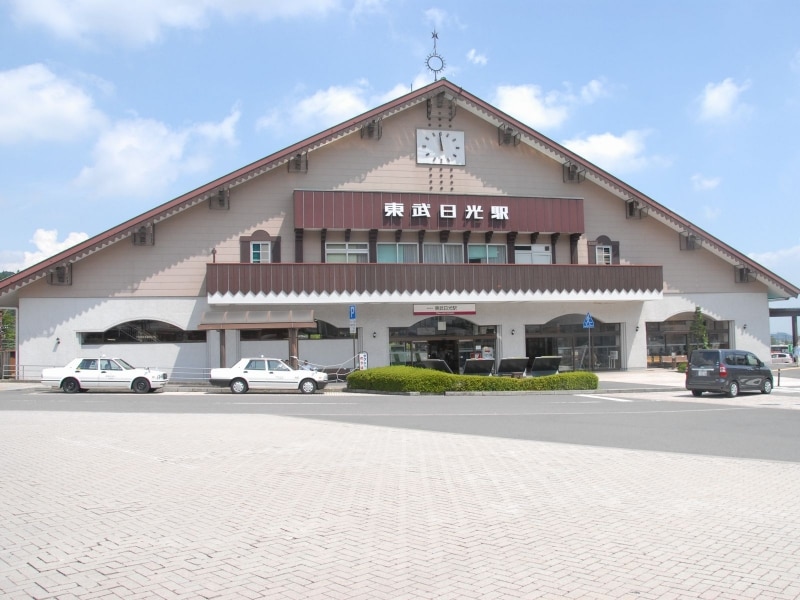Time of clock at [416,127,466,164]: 11:59
